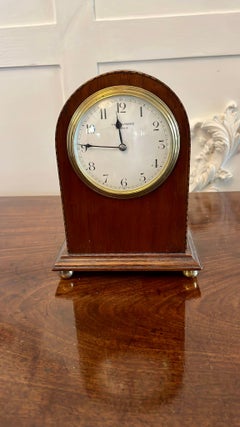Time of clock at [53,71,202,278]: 11:45
